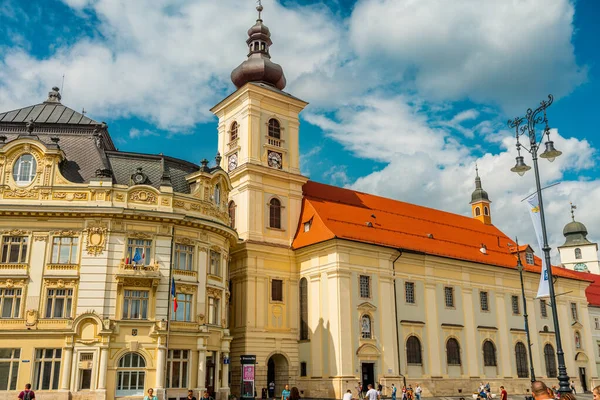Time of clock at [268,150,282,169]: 3:43
